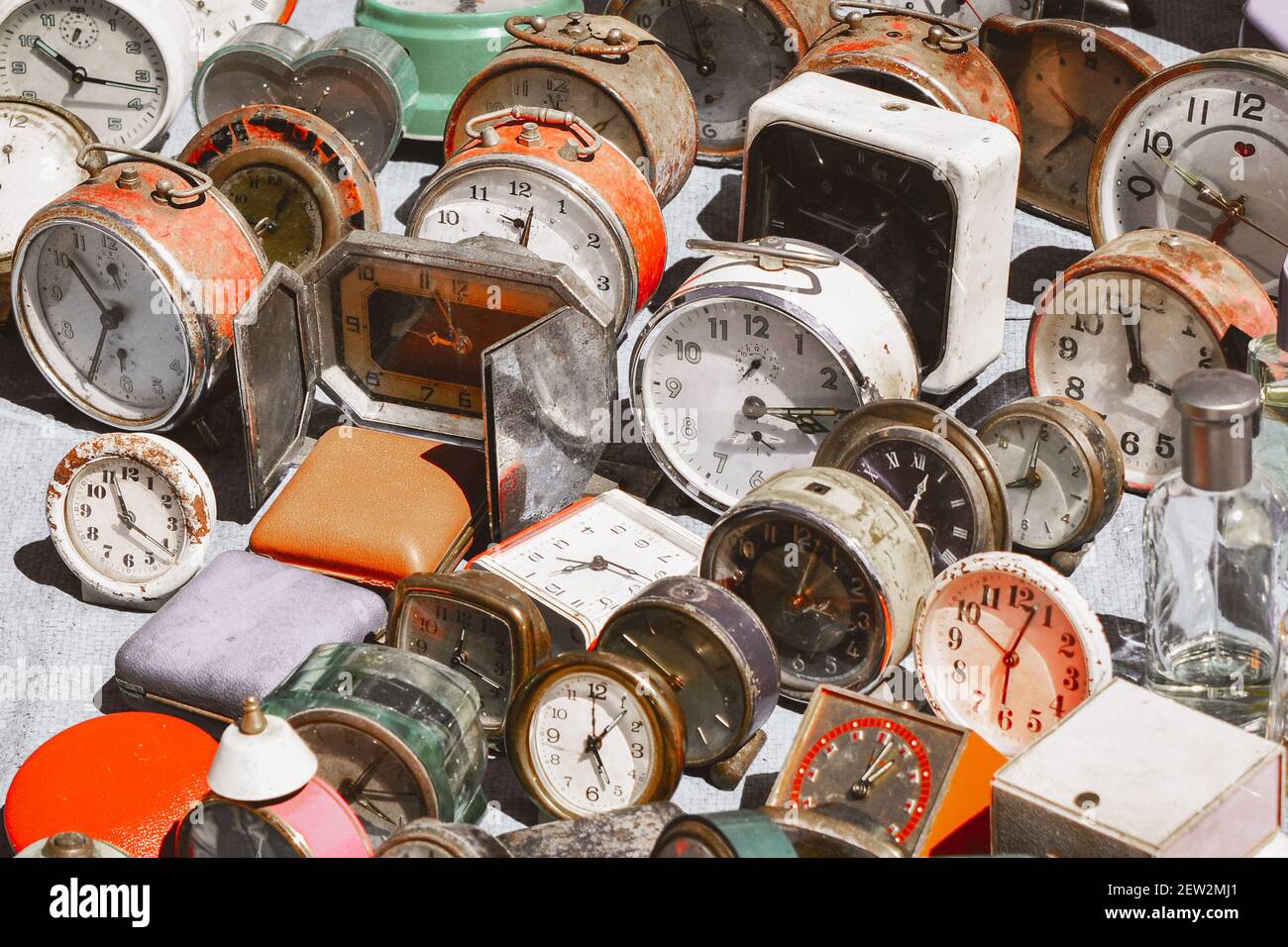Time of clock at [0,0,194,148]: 10:16
